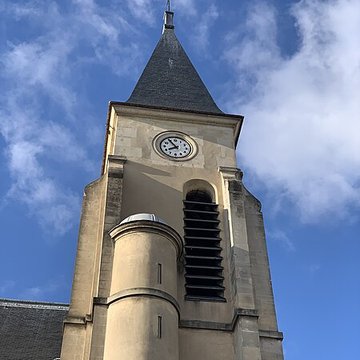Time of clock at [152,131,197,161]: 7:54
